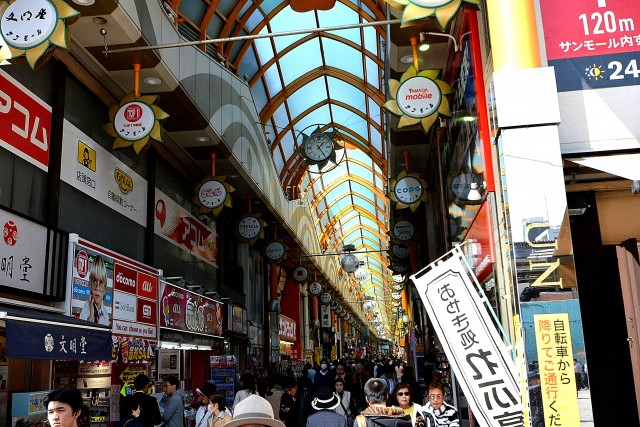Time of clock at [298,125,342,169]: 1:24
